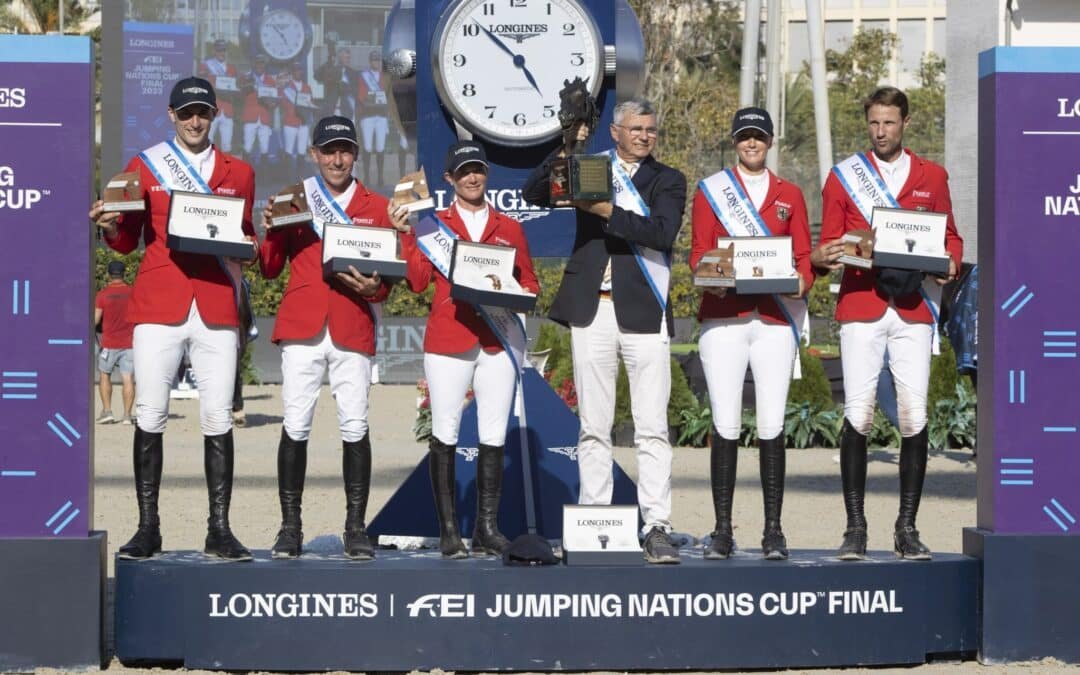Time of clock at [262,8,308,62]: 4:52
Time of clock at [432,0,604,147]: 4:51
